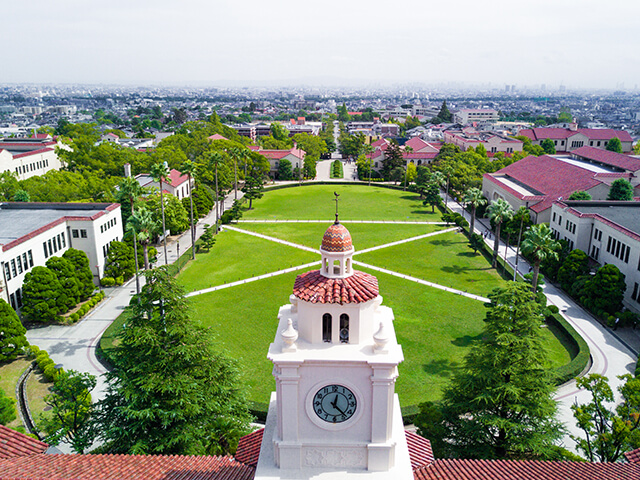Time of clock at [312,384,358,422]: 12:23
